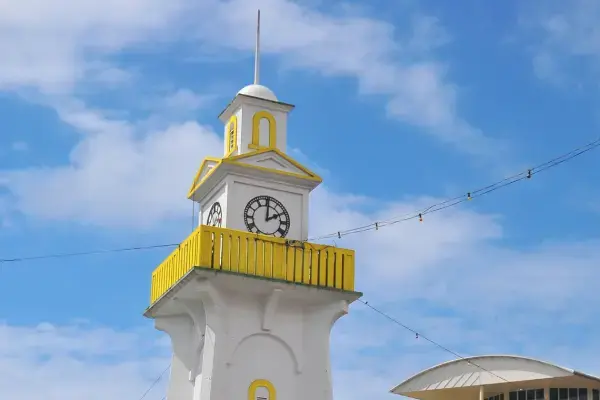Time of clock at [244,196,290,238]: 2:00
